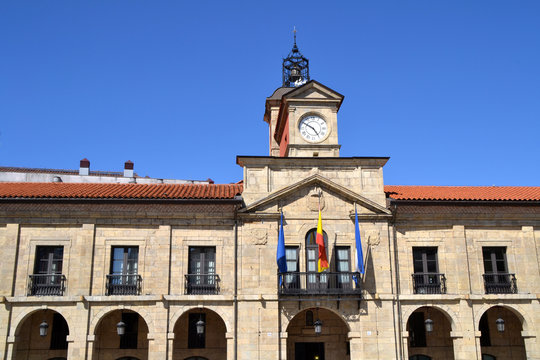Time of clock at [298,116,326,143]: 4:50
